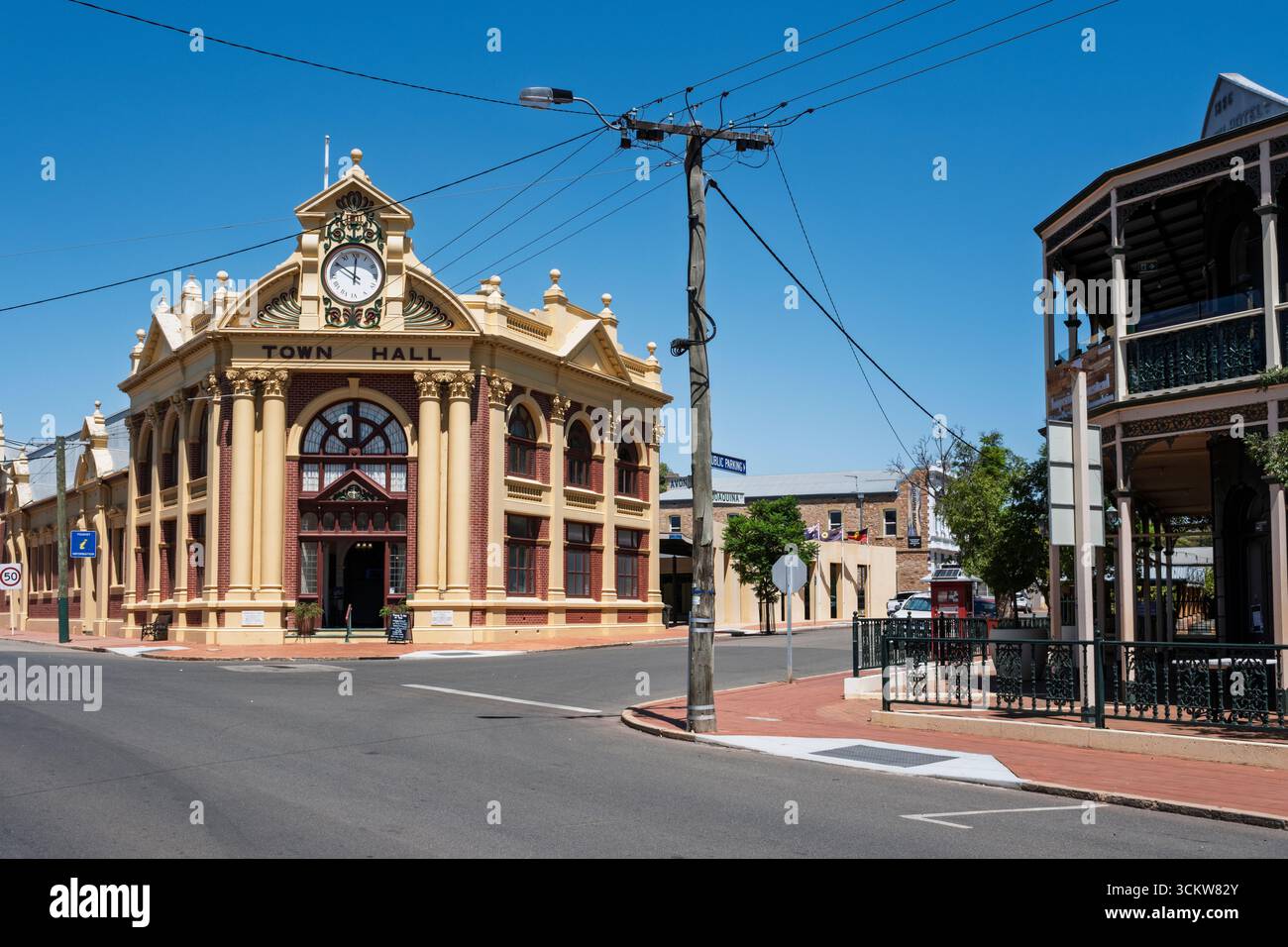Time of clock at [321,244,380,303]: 10:00
